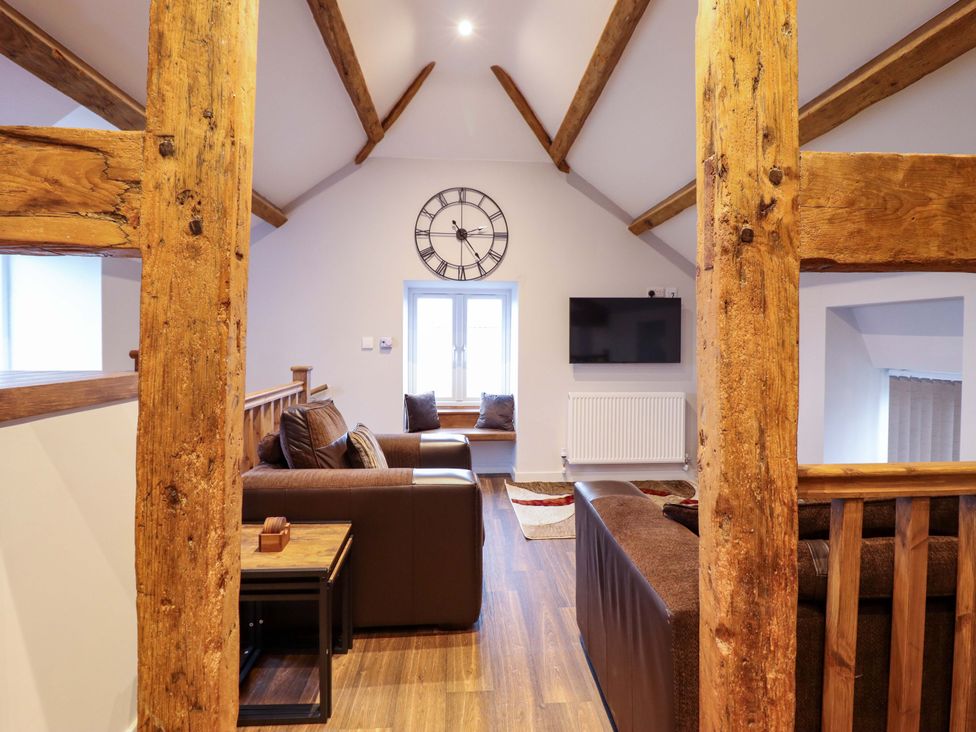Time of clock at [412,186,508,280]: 2:23
